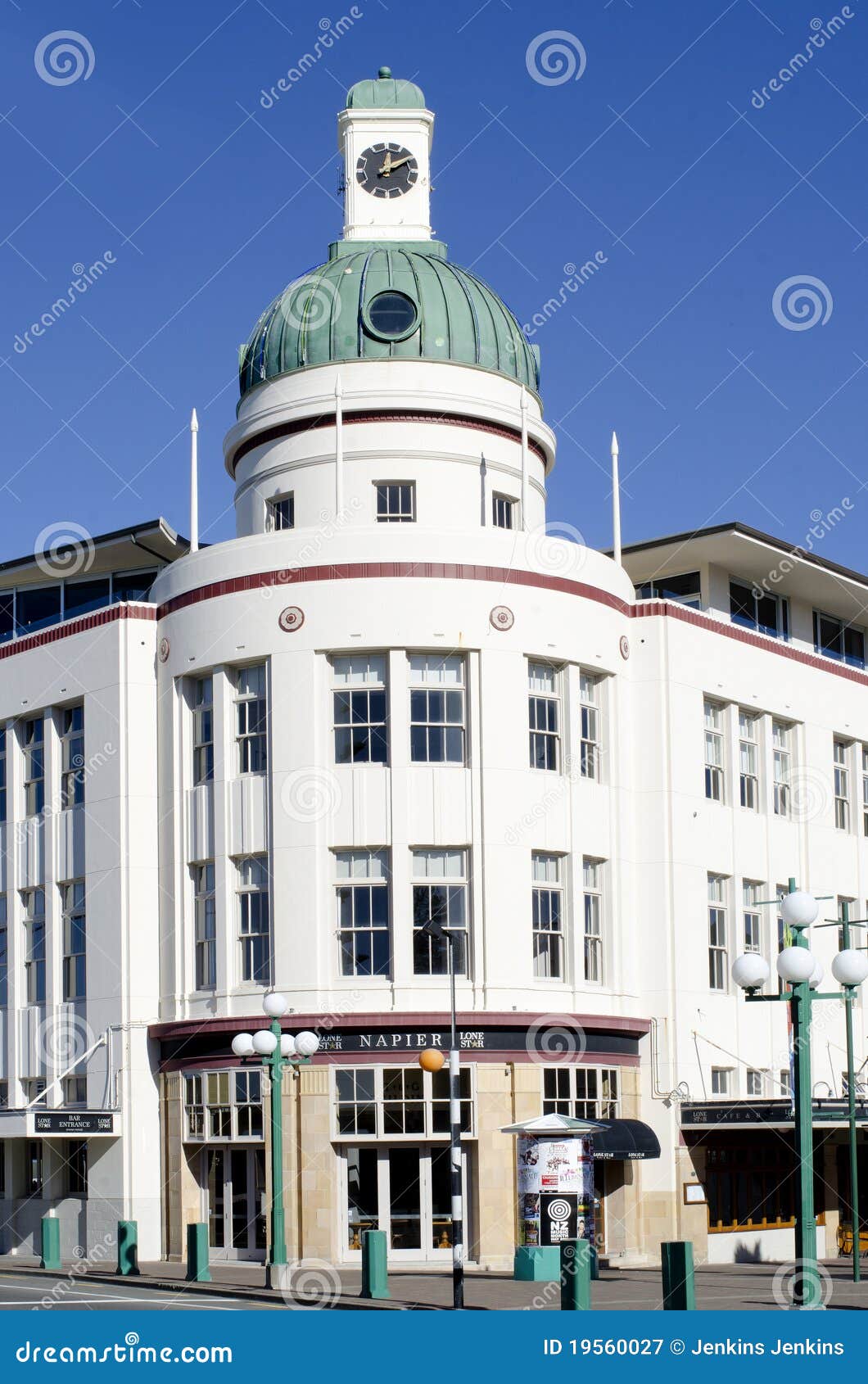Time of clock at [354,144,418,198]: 12:09
